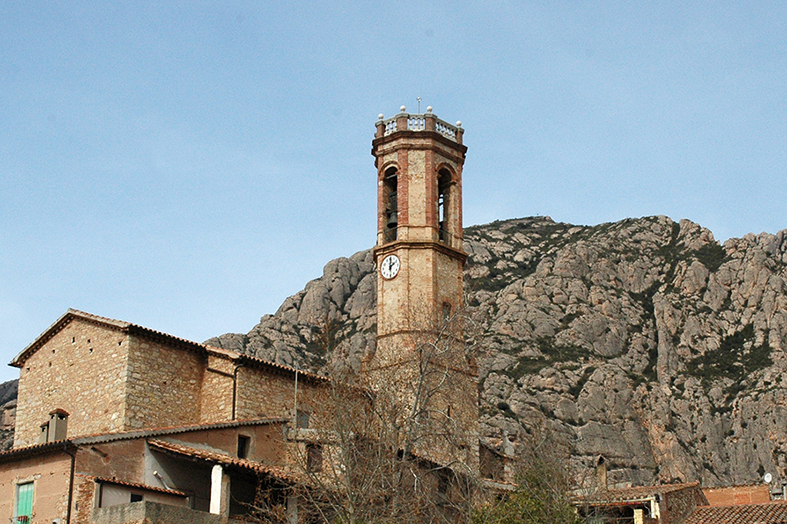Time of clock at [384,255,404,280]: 2:00
